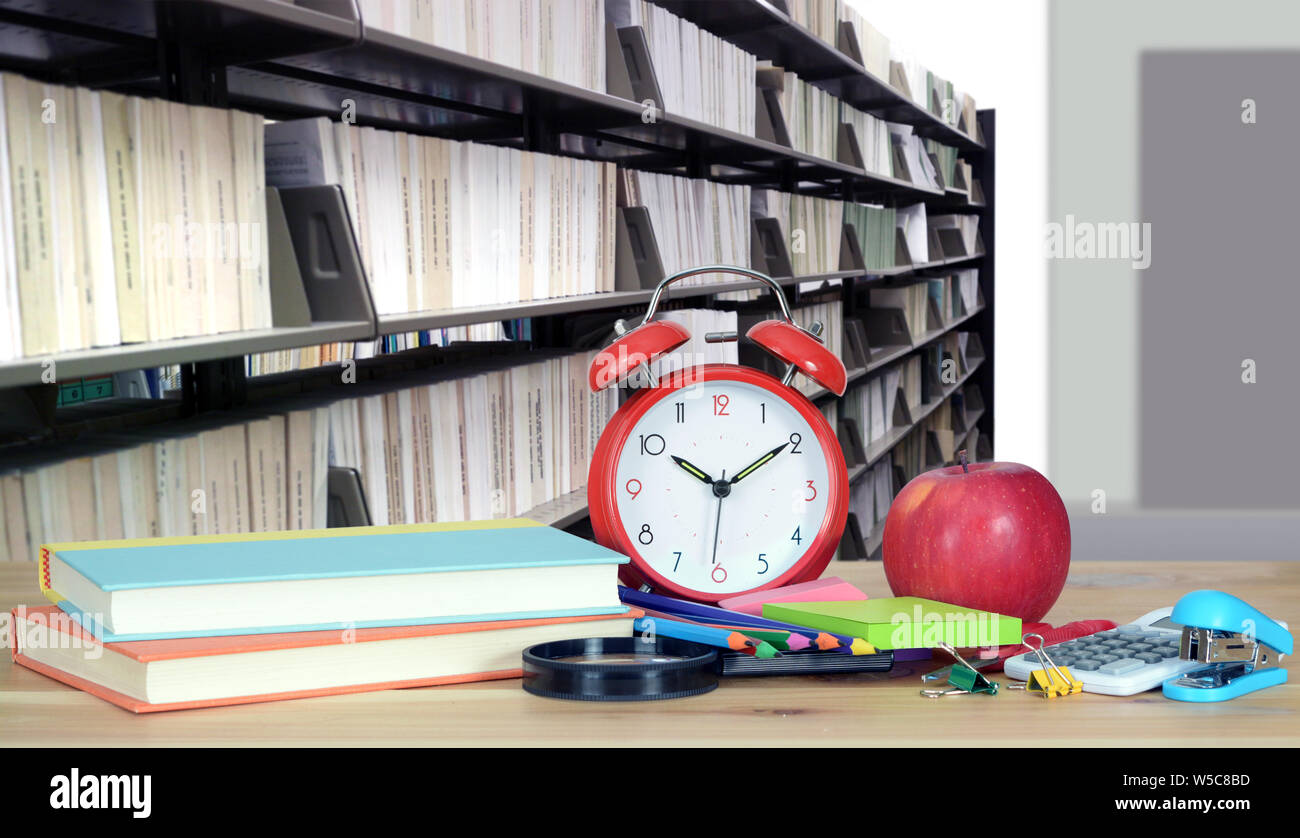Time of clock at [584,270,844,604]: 10:09
